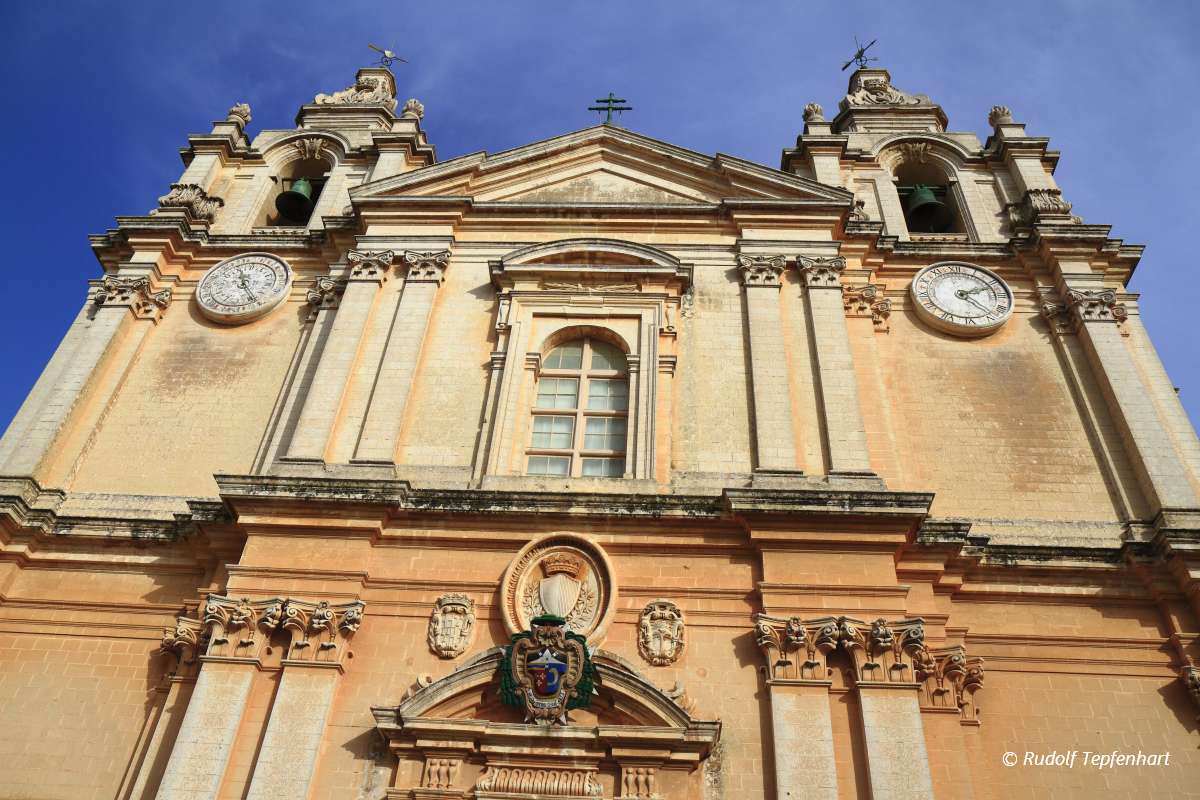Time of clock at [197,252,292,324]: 11:25
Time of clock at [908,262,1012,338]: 2:23
